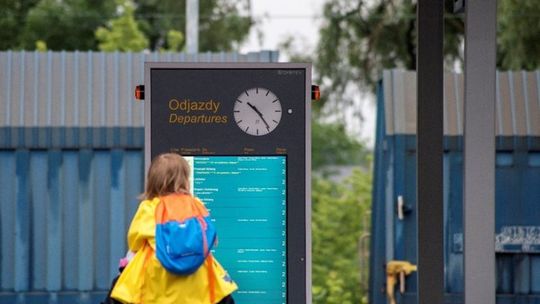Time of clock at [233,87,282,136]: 10:24
